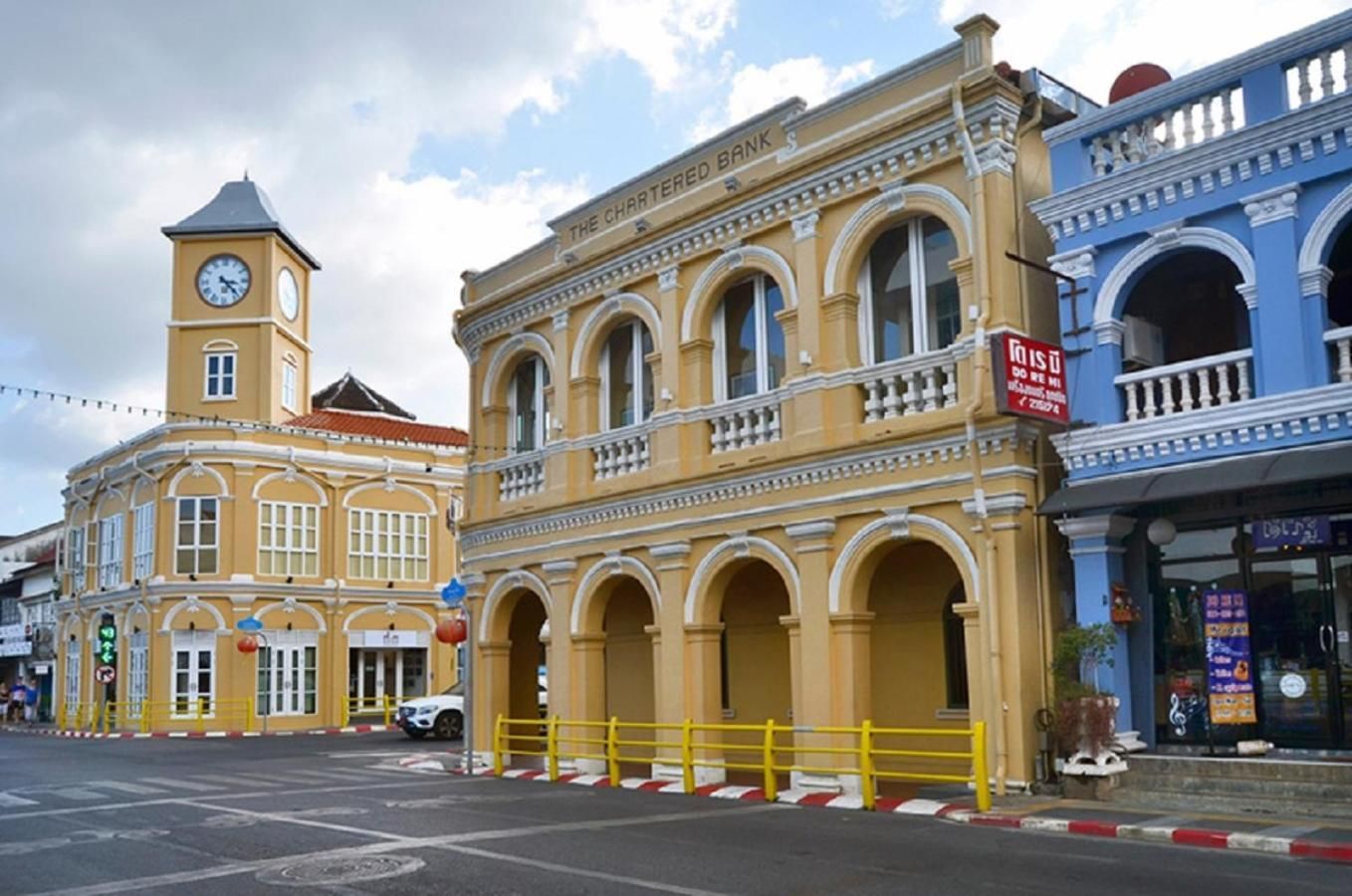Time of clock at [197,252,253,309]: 3:22
